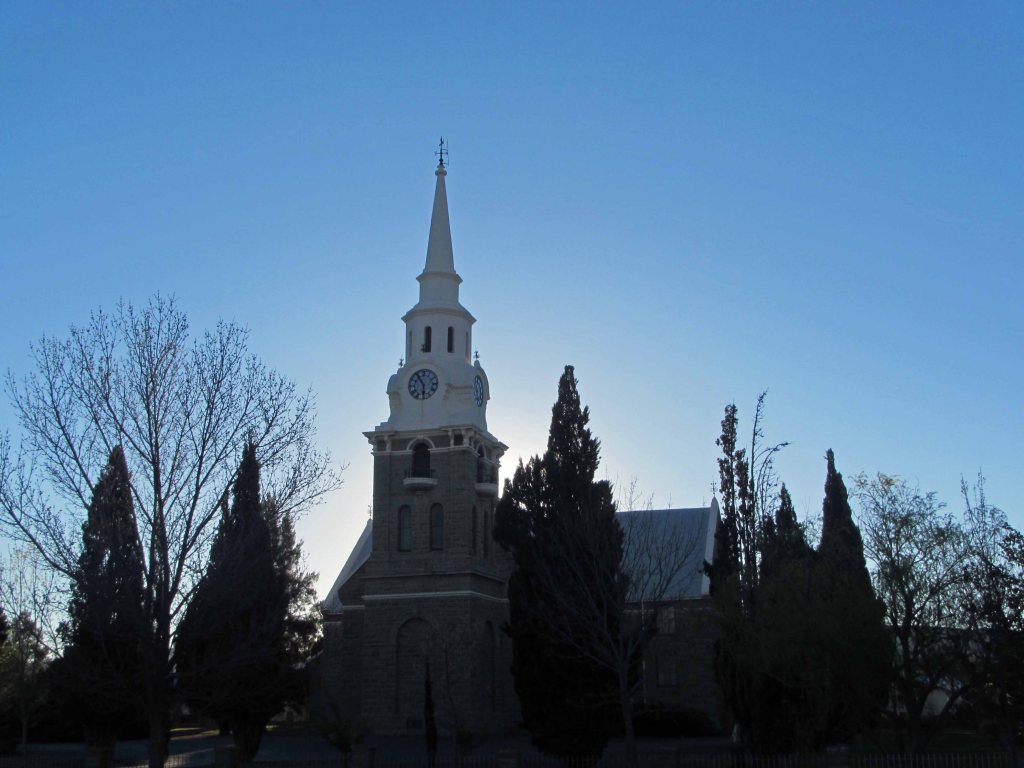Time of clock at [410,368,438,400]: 5:54
